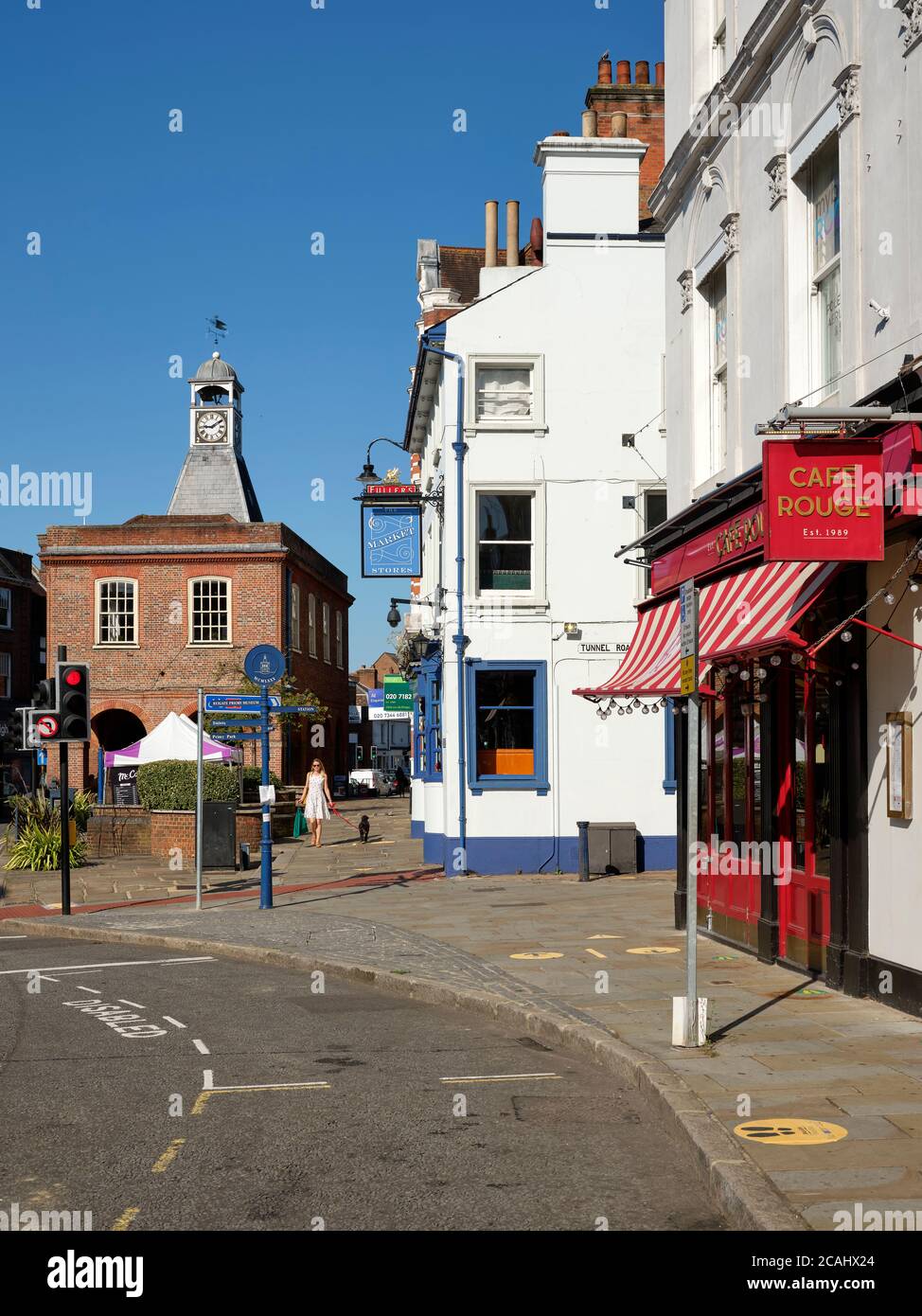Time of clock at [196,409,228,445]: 9:09
